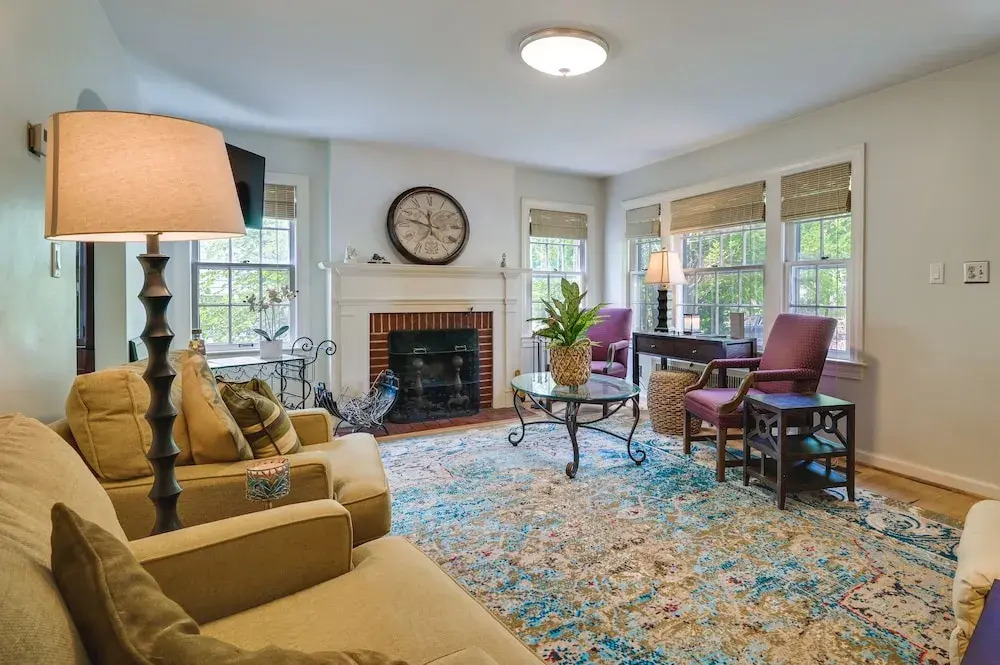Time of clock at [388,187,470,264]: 11:47
